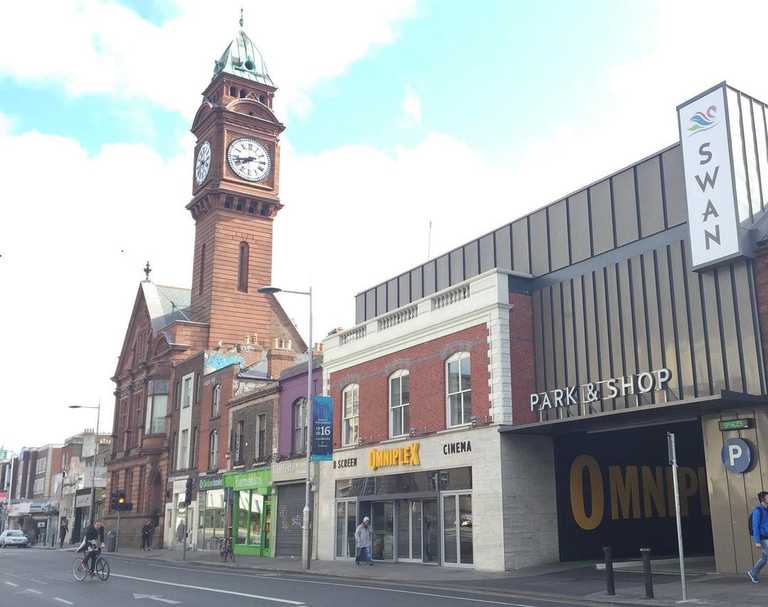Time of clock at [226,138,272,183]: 7:42
